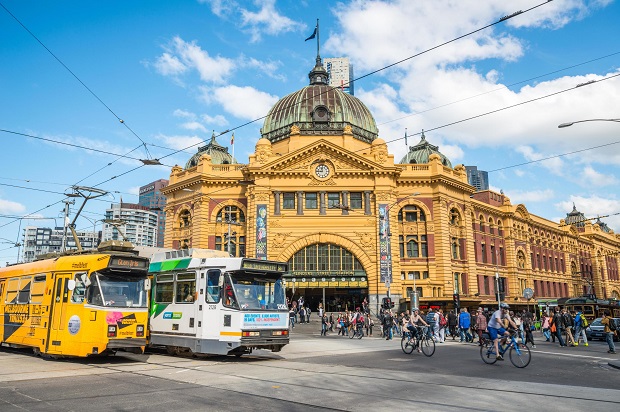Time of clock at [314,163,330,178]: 11:45
